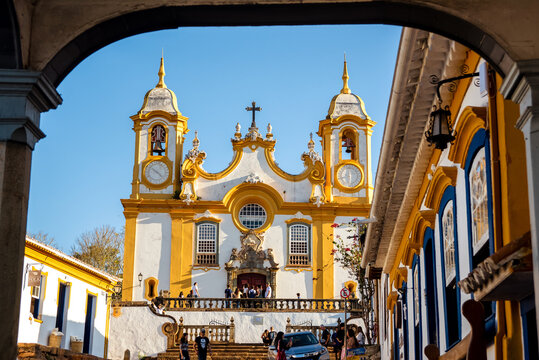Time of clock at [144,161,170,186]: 10:22
